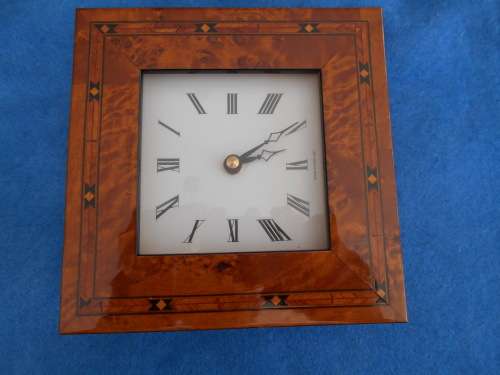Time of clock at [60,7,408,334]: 2:09
